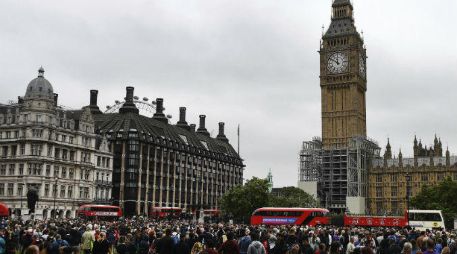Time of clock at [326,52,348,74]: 11:50
